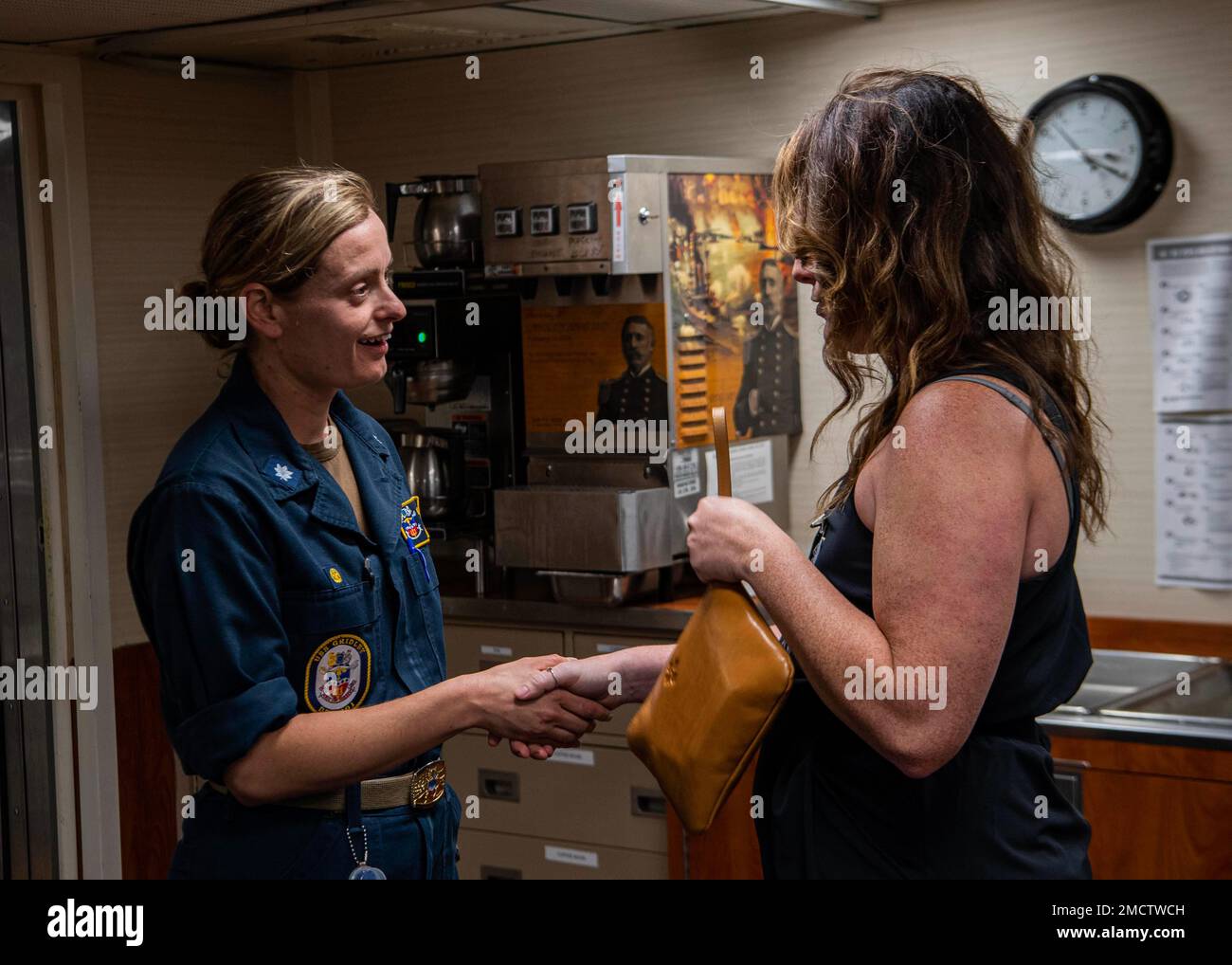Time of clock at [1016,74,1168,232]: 3:20
